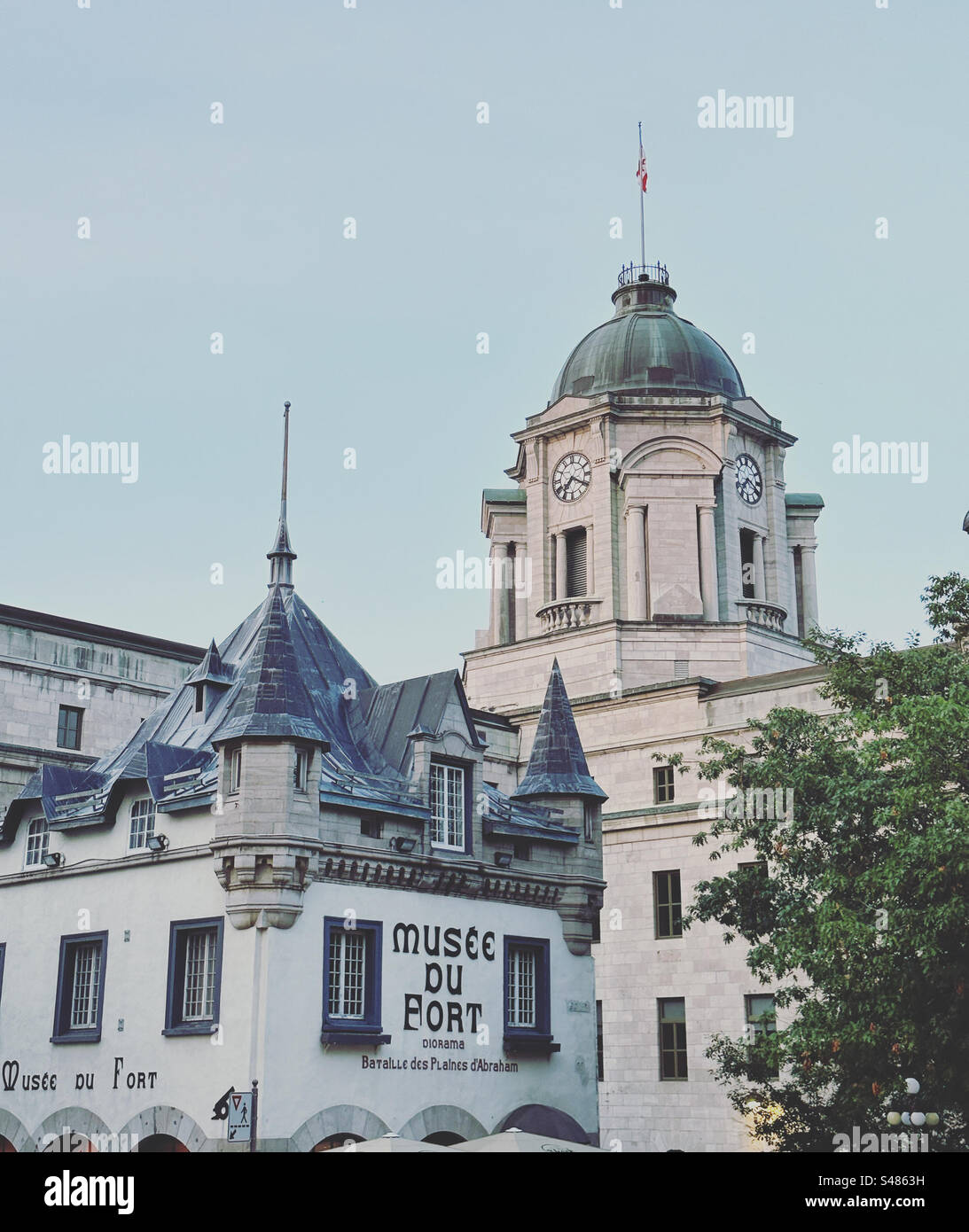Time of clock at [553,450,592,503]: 7:20
